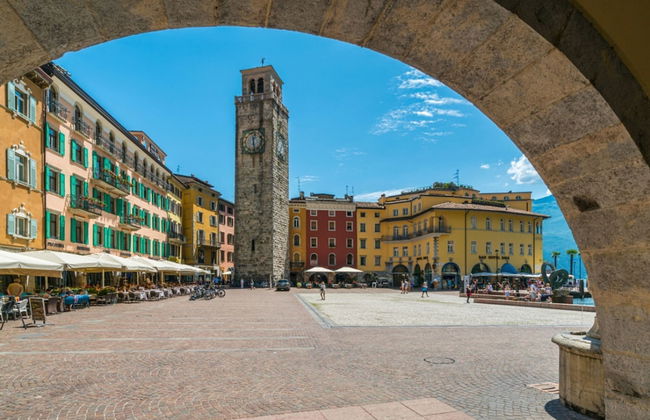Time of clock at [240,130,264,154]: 12:28
